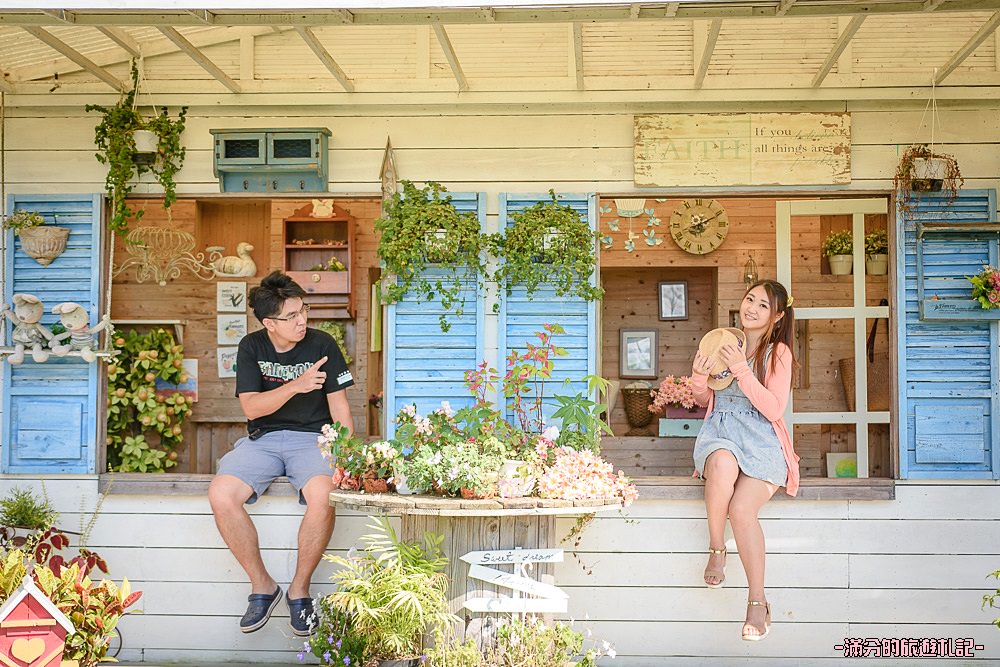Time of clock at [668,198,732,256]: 8:10
